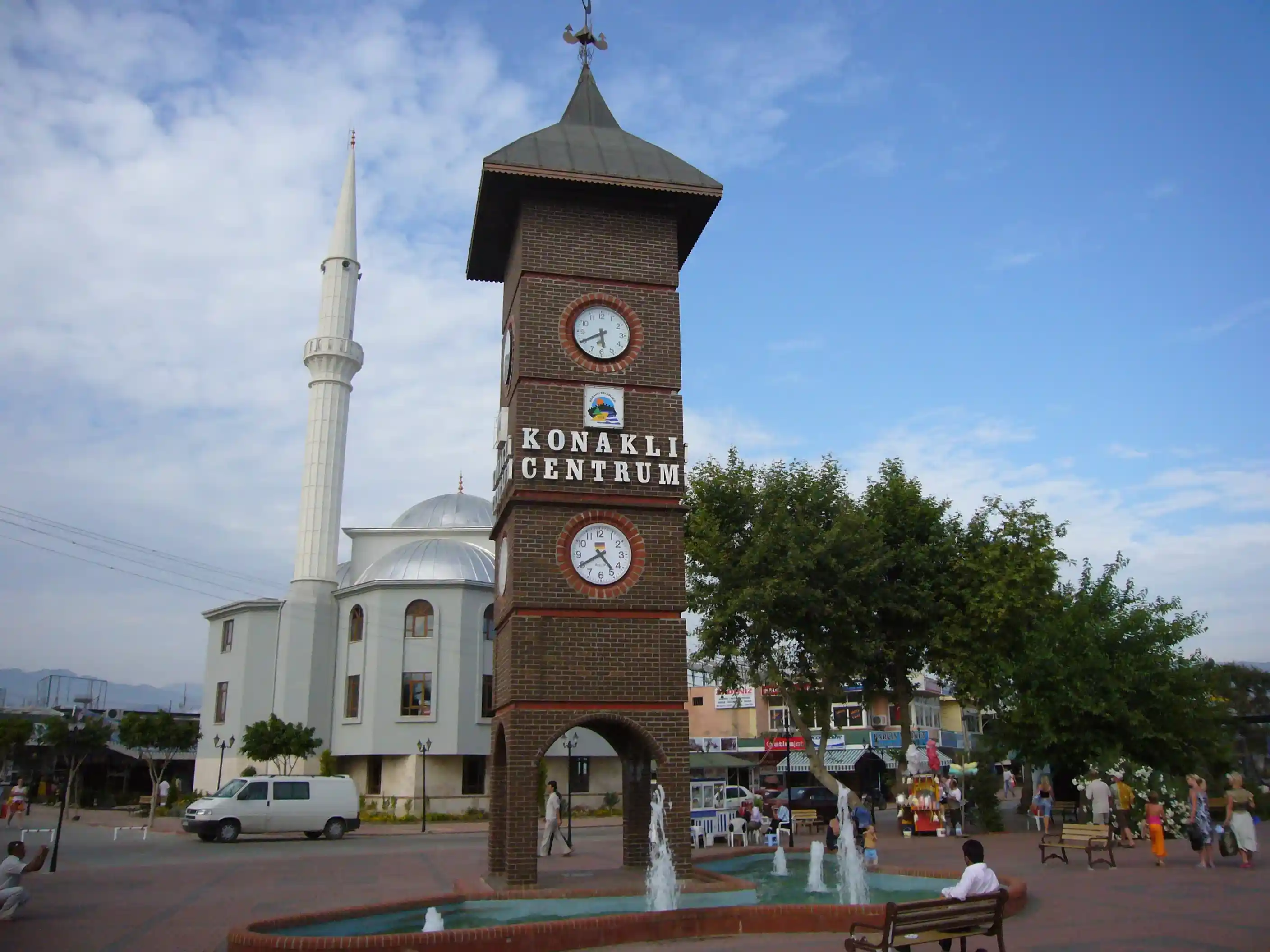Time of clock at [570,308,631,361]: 5:40
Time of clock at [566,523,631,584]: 4:40
